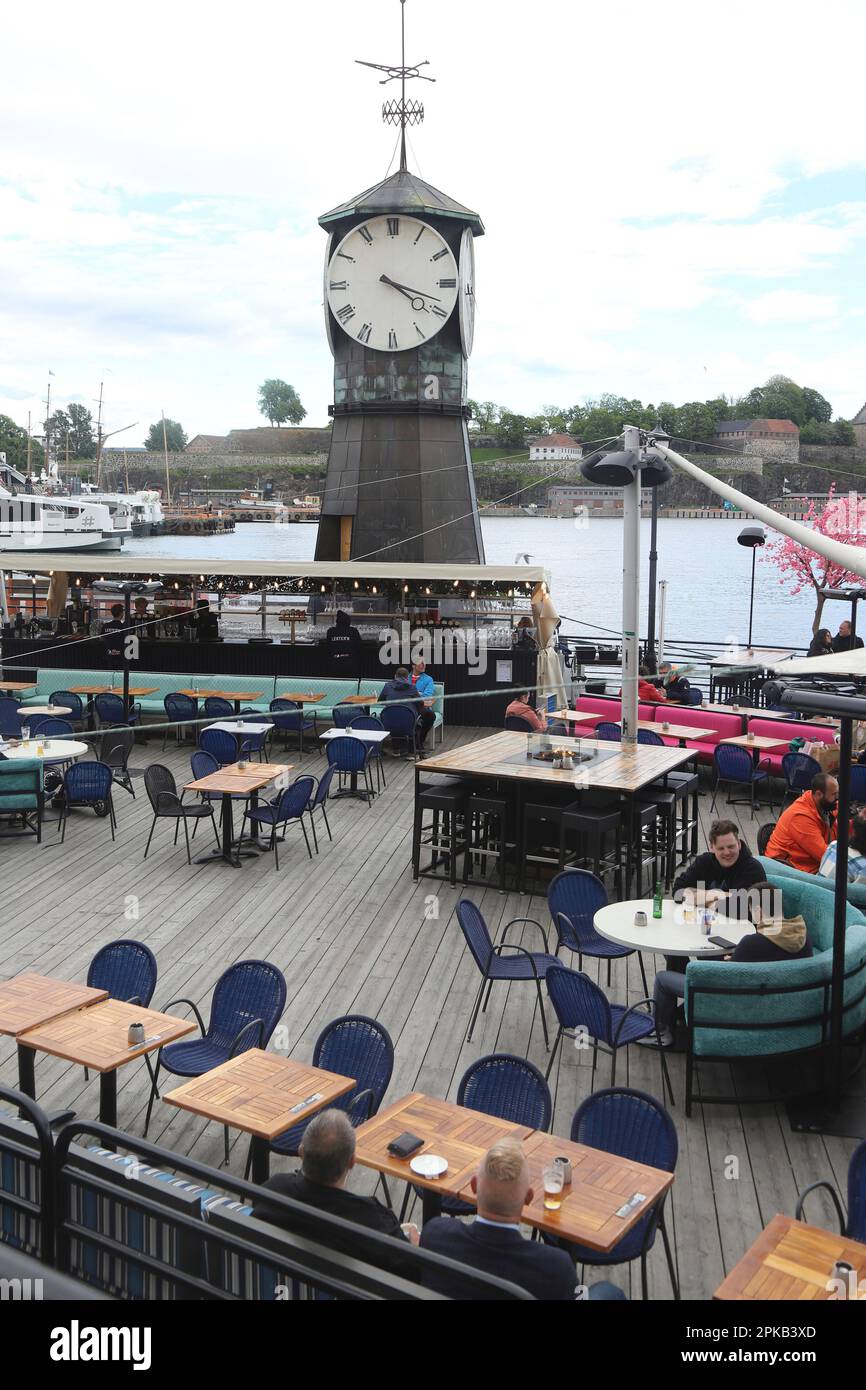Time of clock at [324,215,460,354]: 4:18
